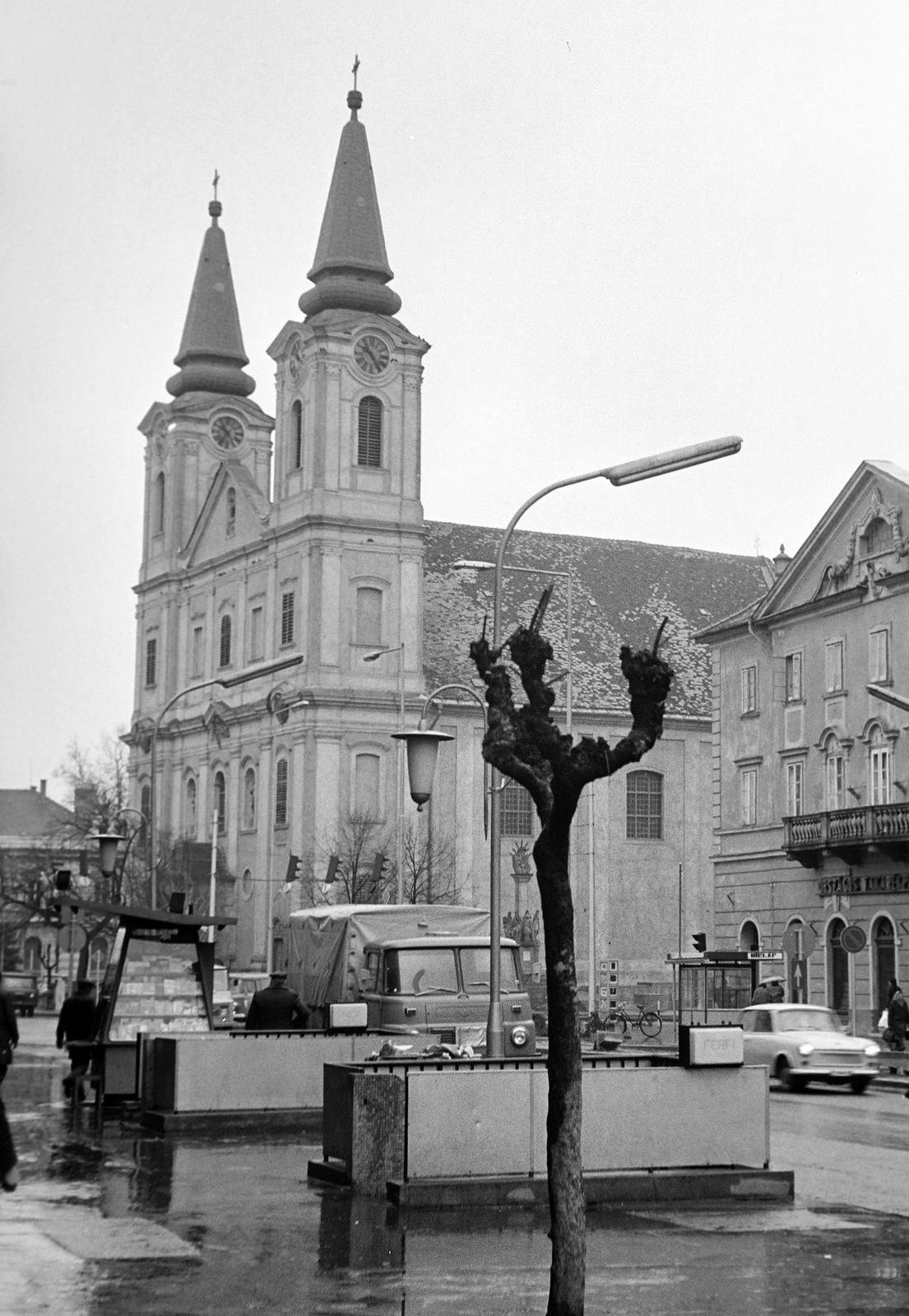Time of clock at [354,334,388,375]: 10:24
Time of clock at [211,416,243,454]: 10:36
